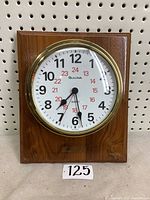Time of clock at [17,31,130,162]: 7:28
